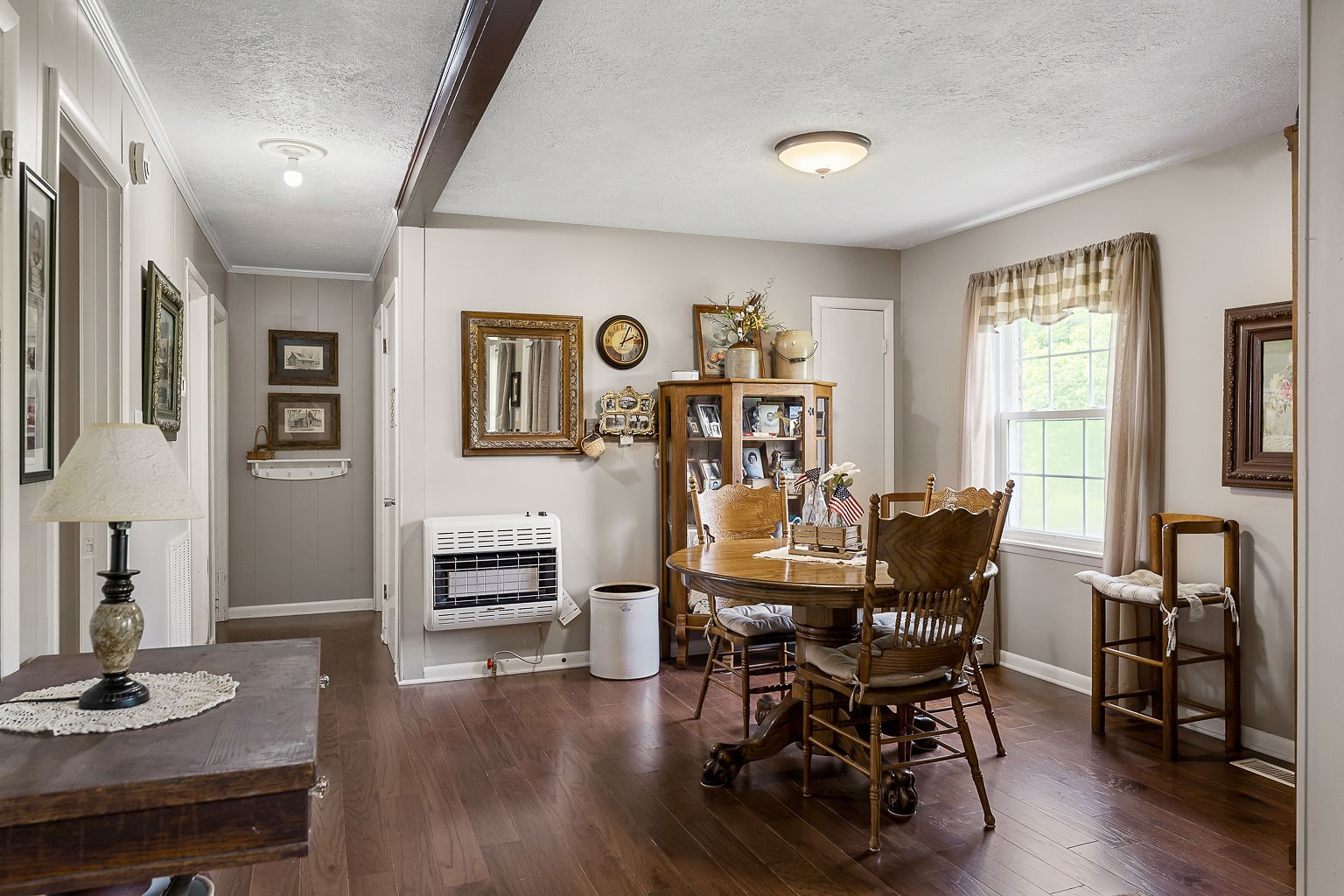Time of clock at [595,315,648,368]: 2:03
